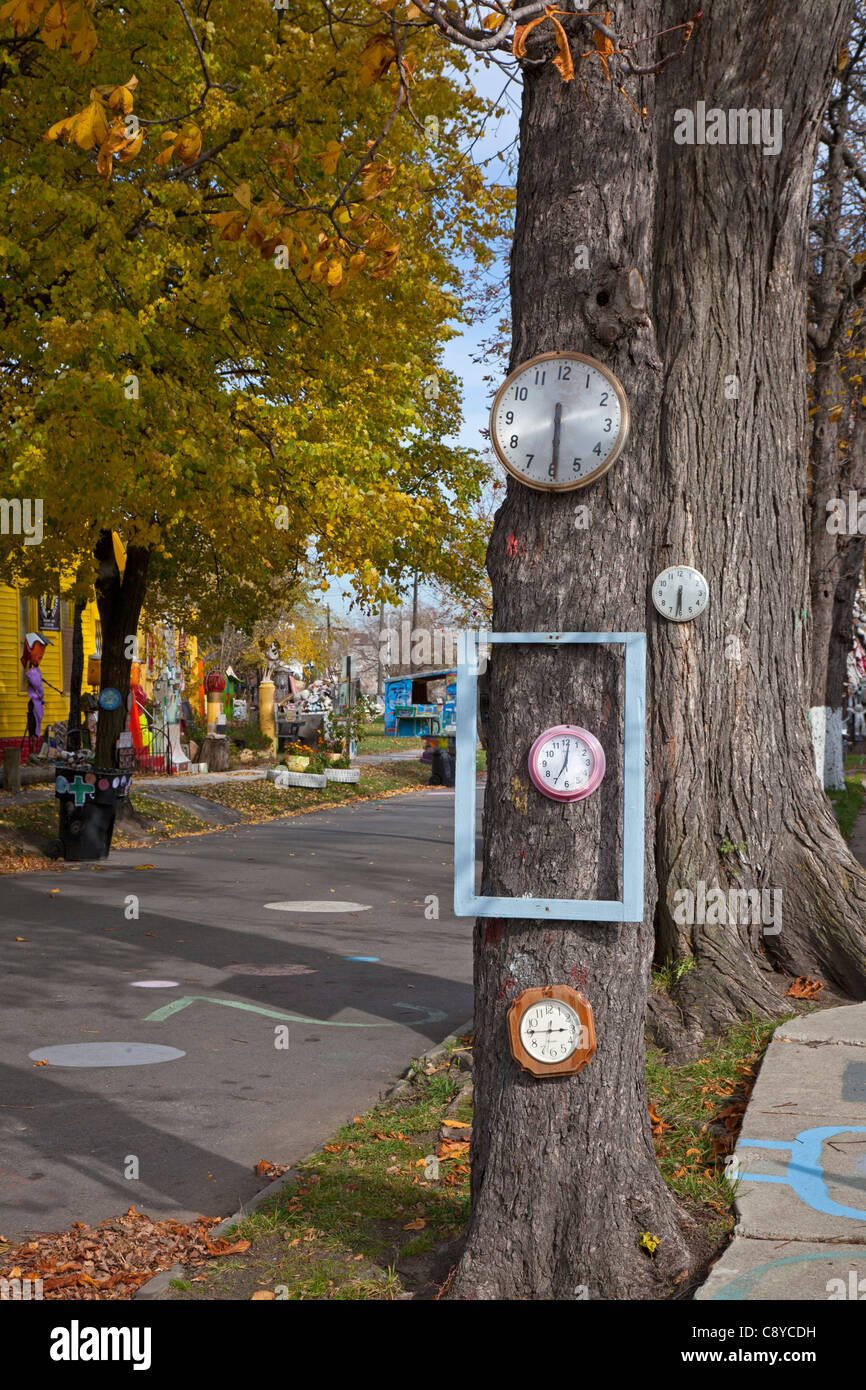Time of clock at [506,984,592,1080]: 2:45
